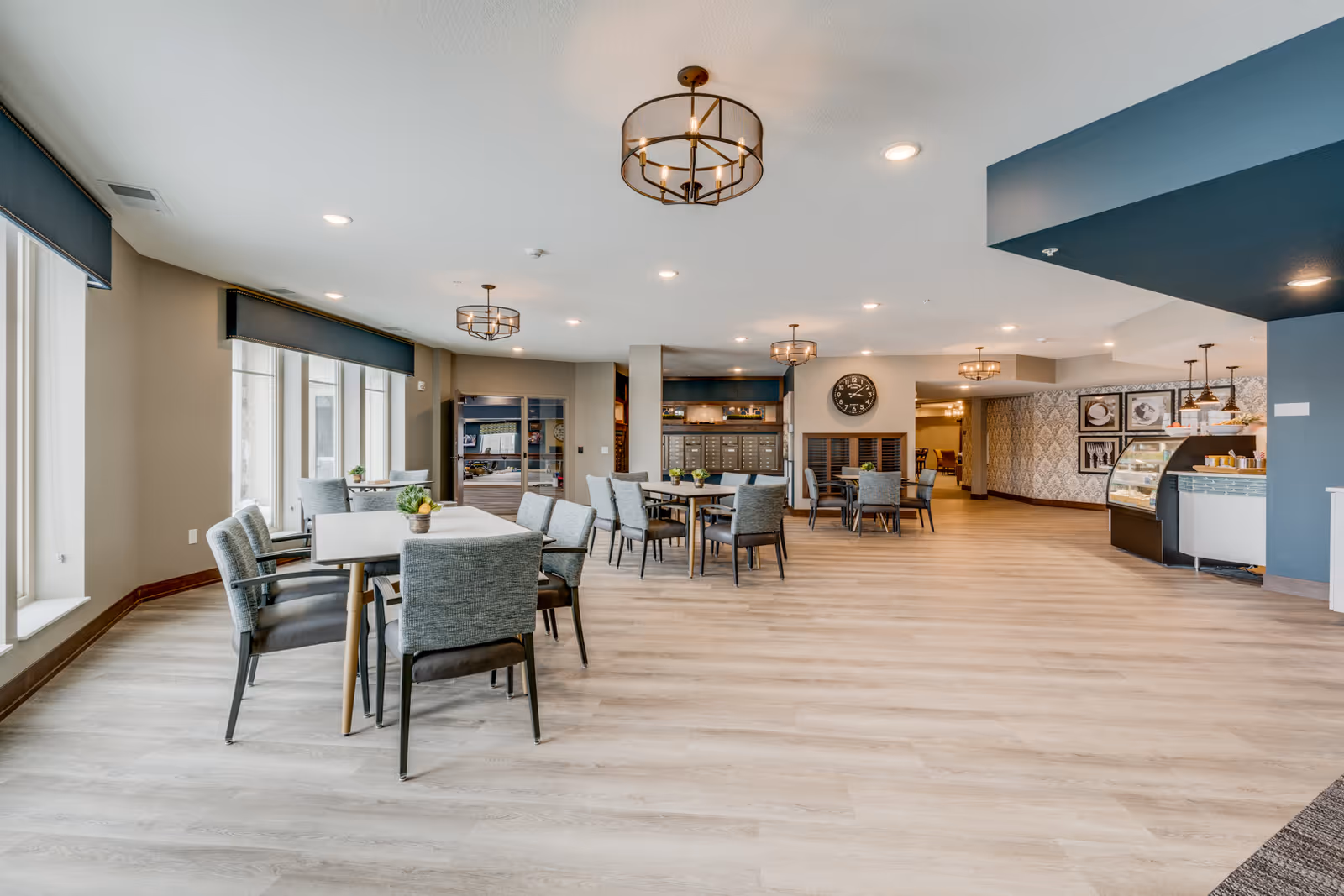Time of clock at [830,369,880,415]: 3:08
